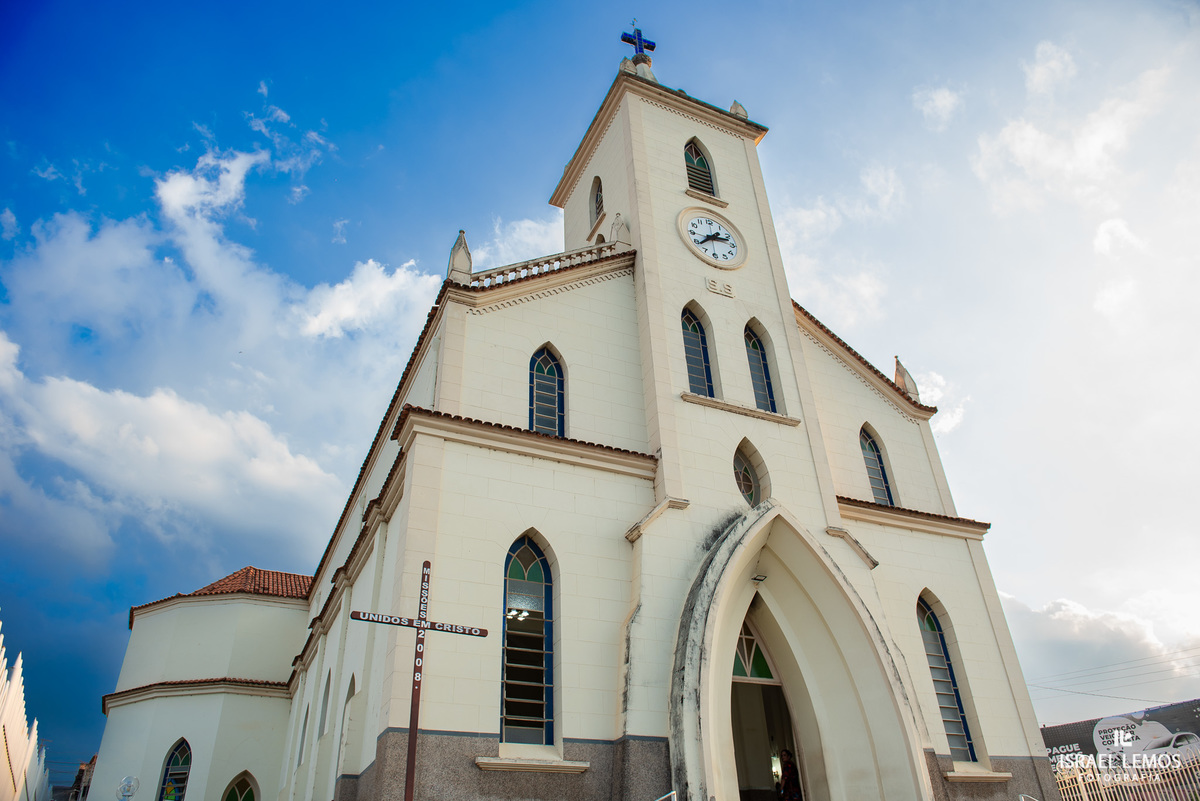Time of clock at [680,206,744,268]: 2:38
